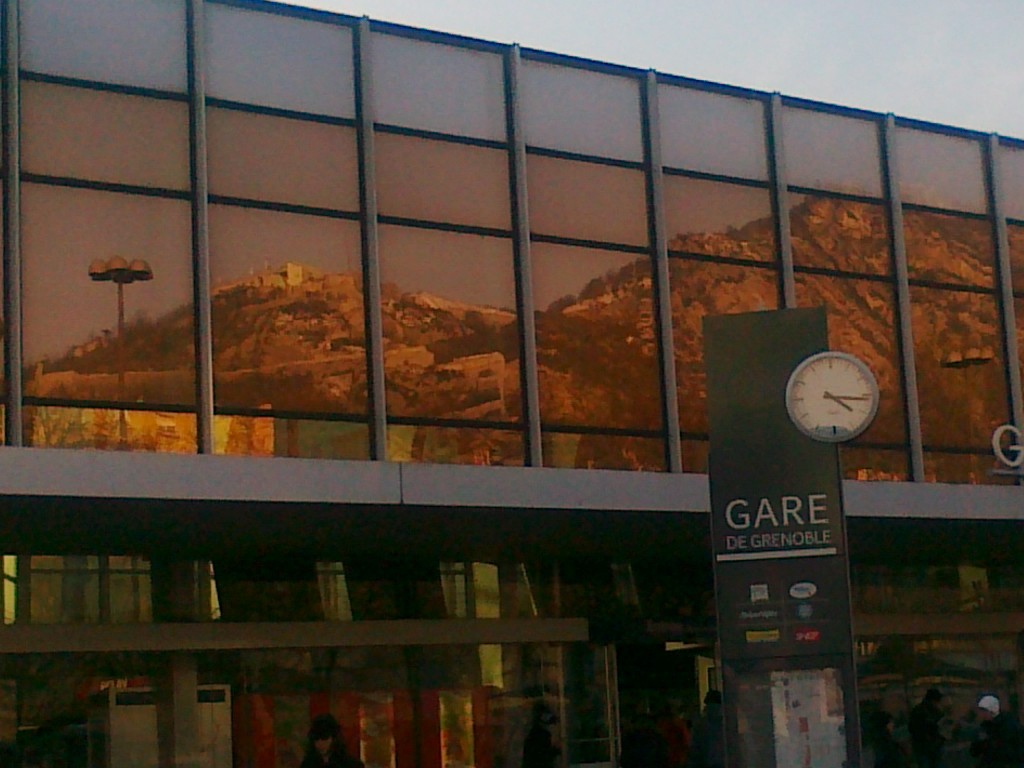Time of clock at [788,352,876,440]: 4:16
